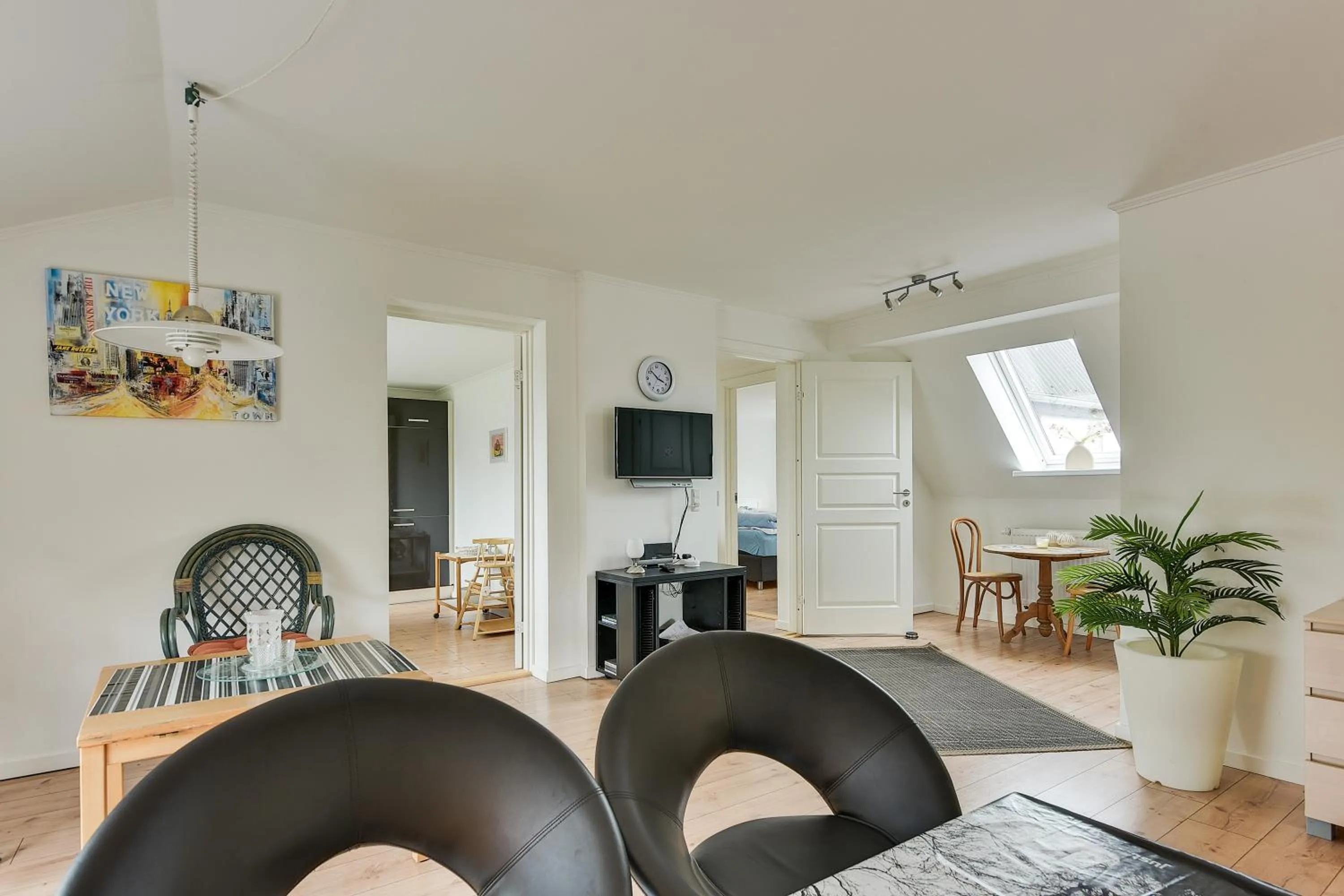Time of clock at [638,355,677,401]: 3:52
